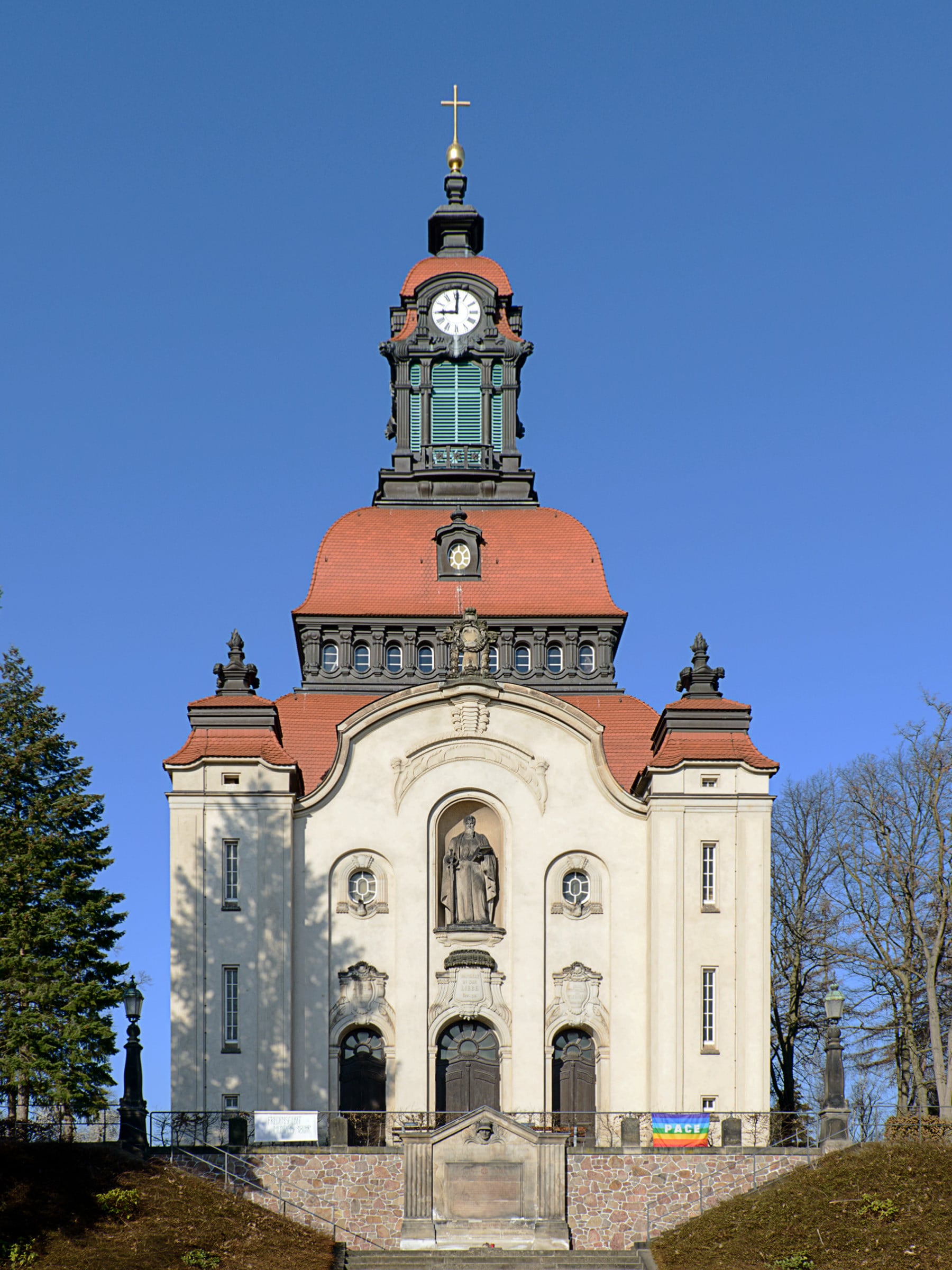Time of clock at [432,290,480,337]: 9:00
